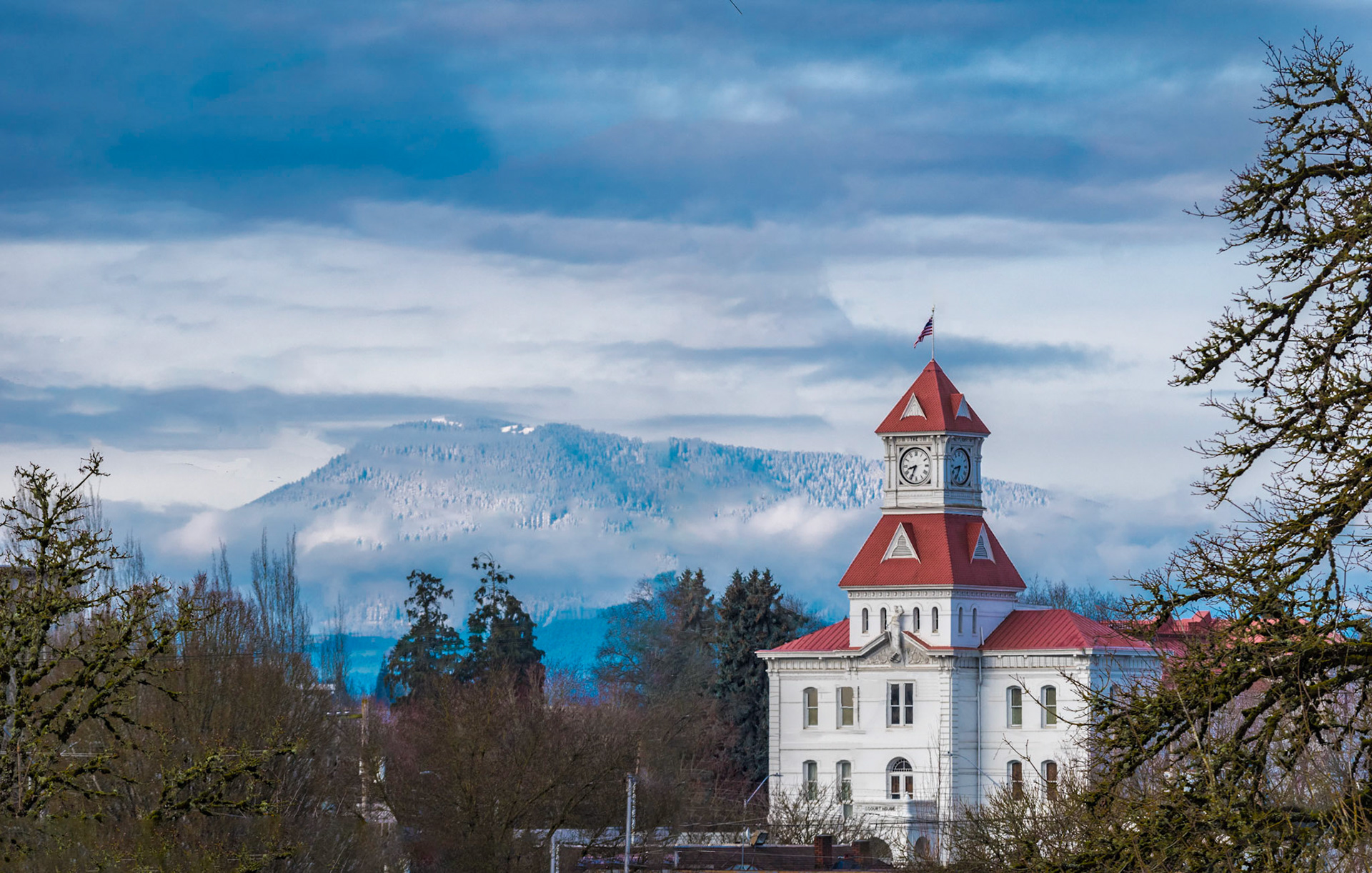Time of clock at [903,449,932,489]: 8:34
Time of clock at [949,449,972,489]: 8:34
